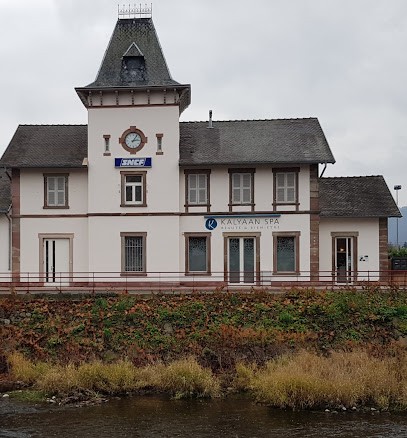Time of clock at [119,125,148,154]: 1:13
